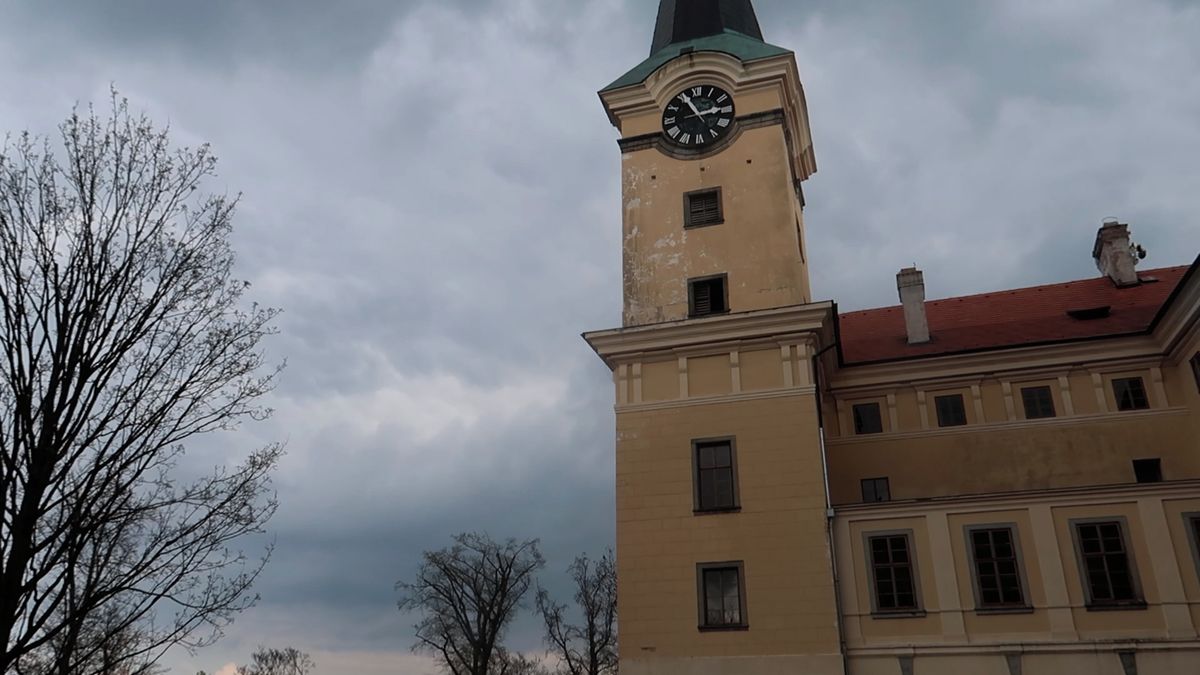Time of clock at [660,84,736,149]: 2:55
